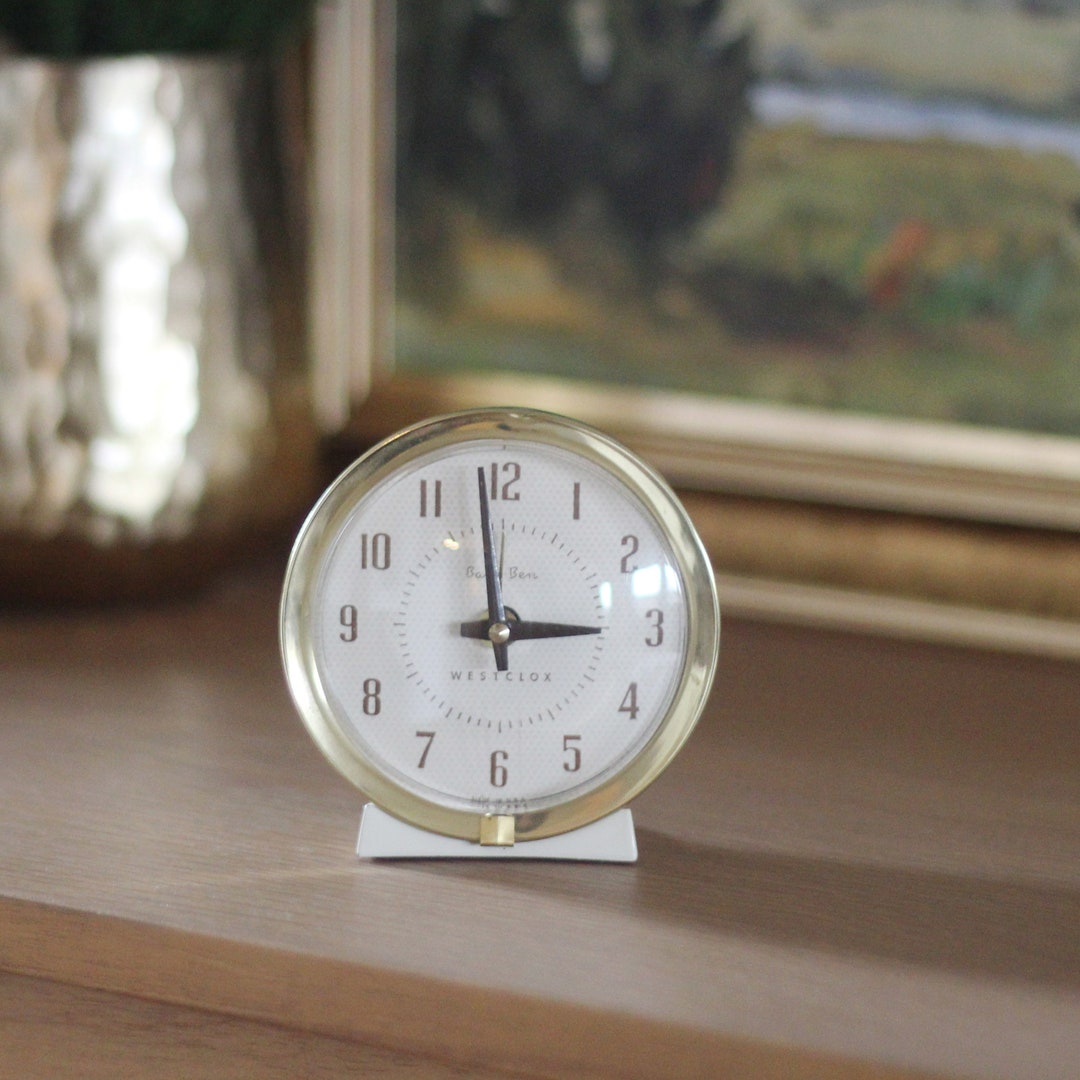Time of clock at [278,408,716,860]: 2:58
